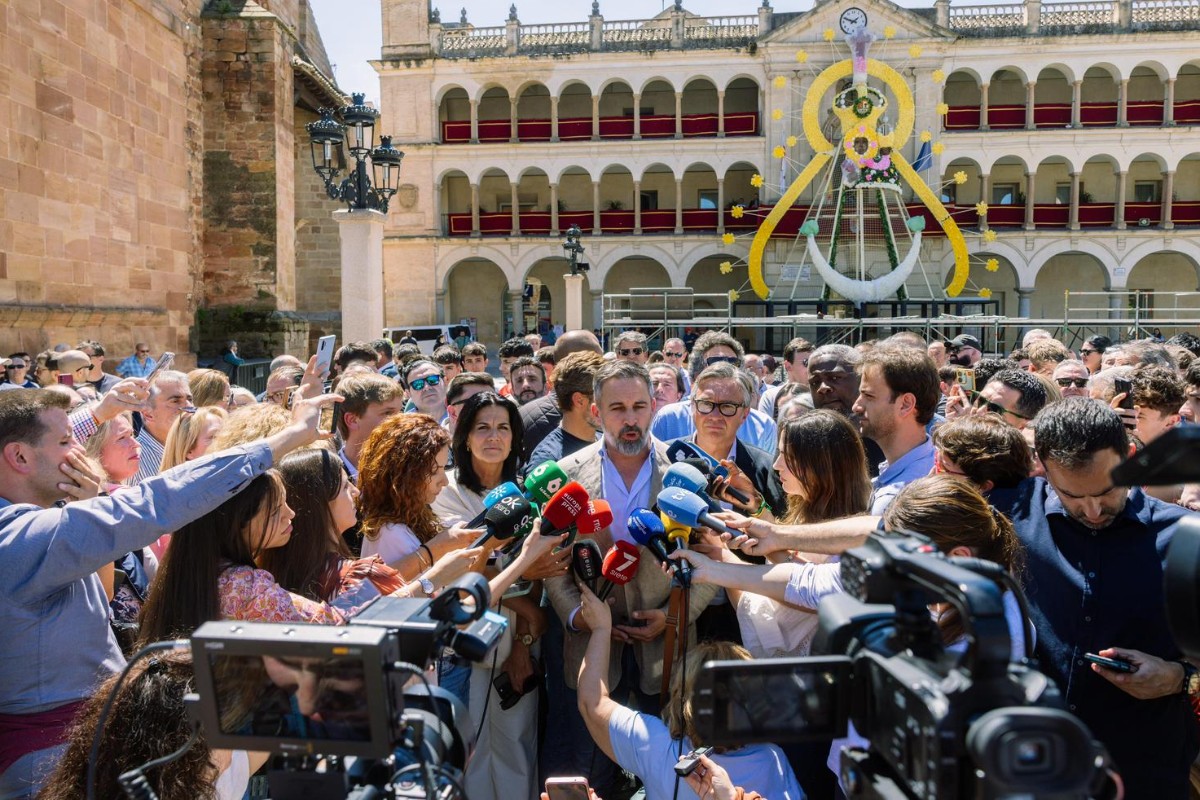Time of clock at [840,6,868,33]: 1:49
